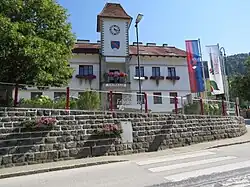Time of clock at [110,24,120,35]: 4:16
